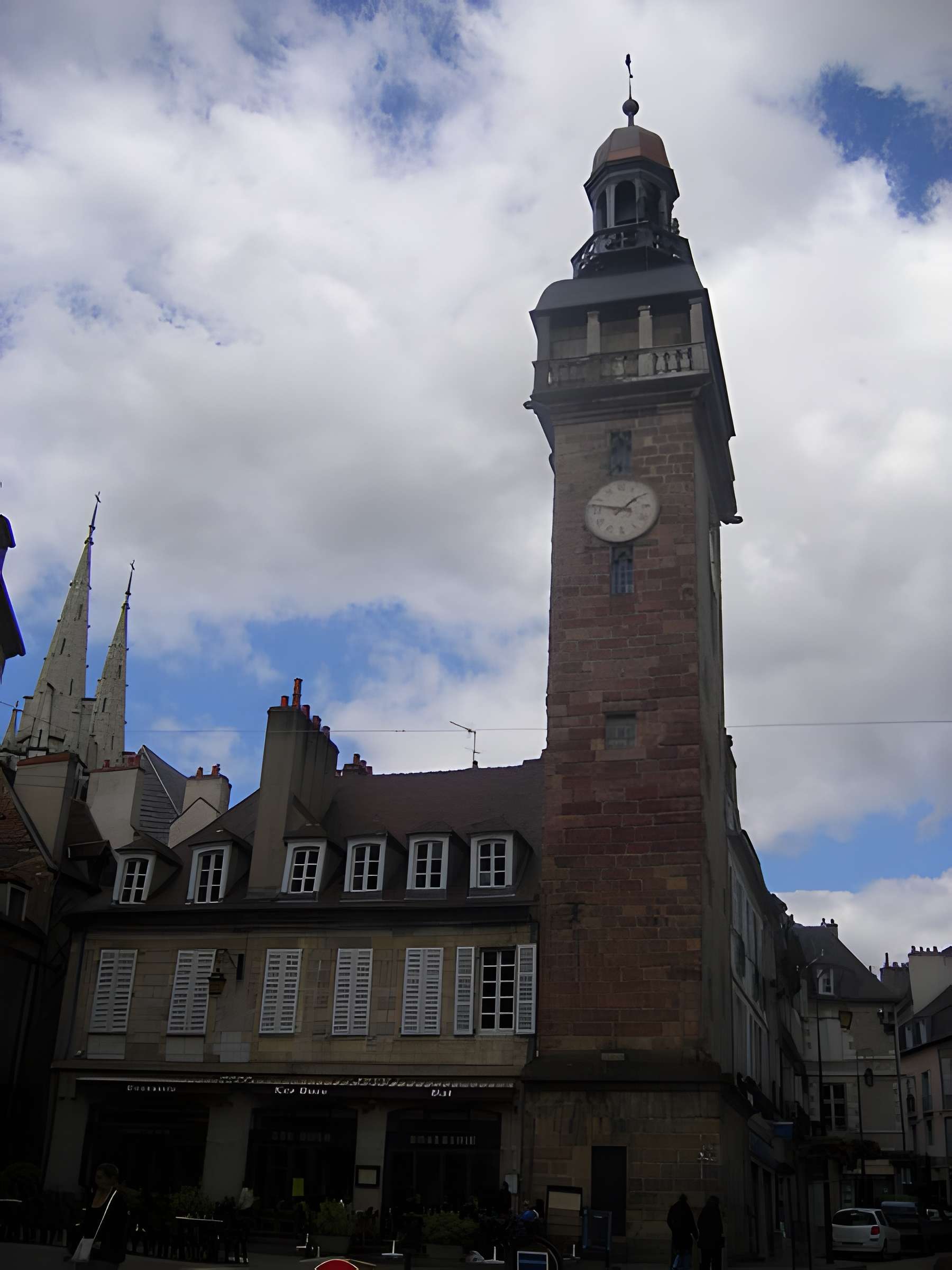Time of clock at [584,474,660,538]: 1:47
